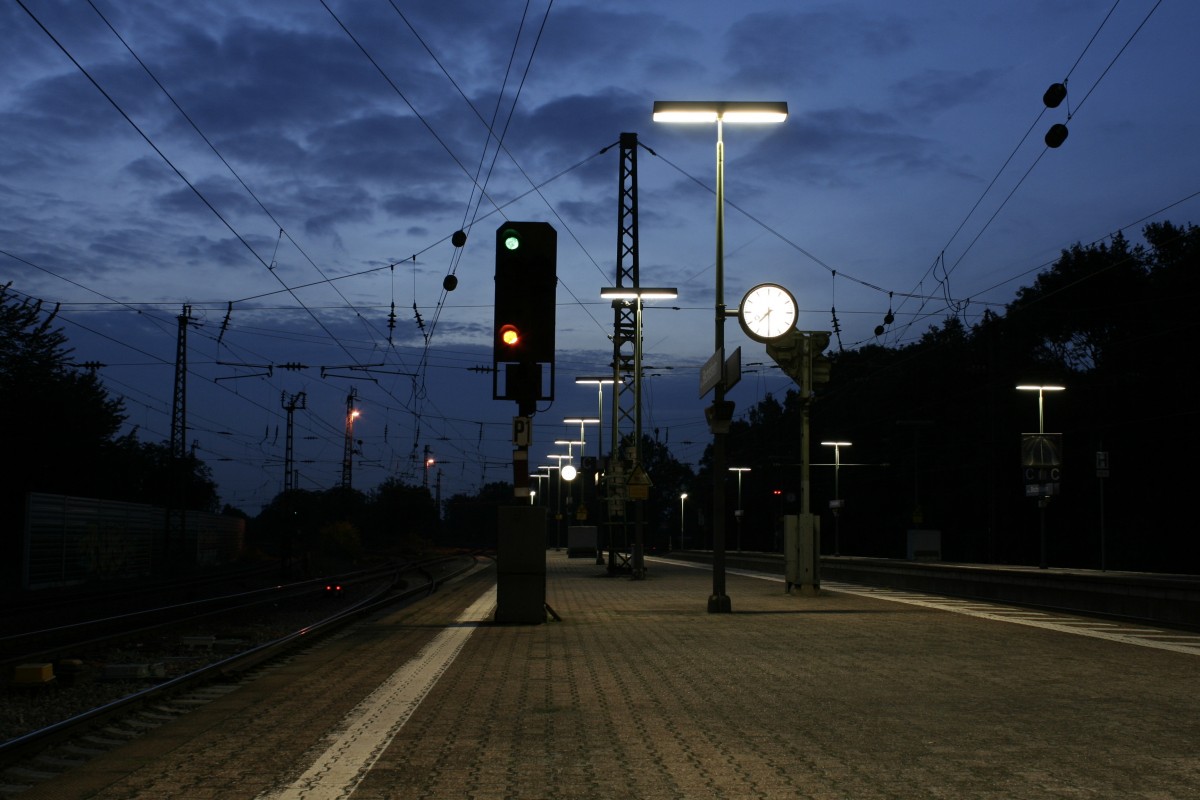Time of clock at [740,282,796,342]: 7:29
